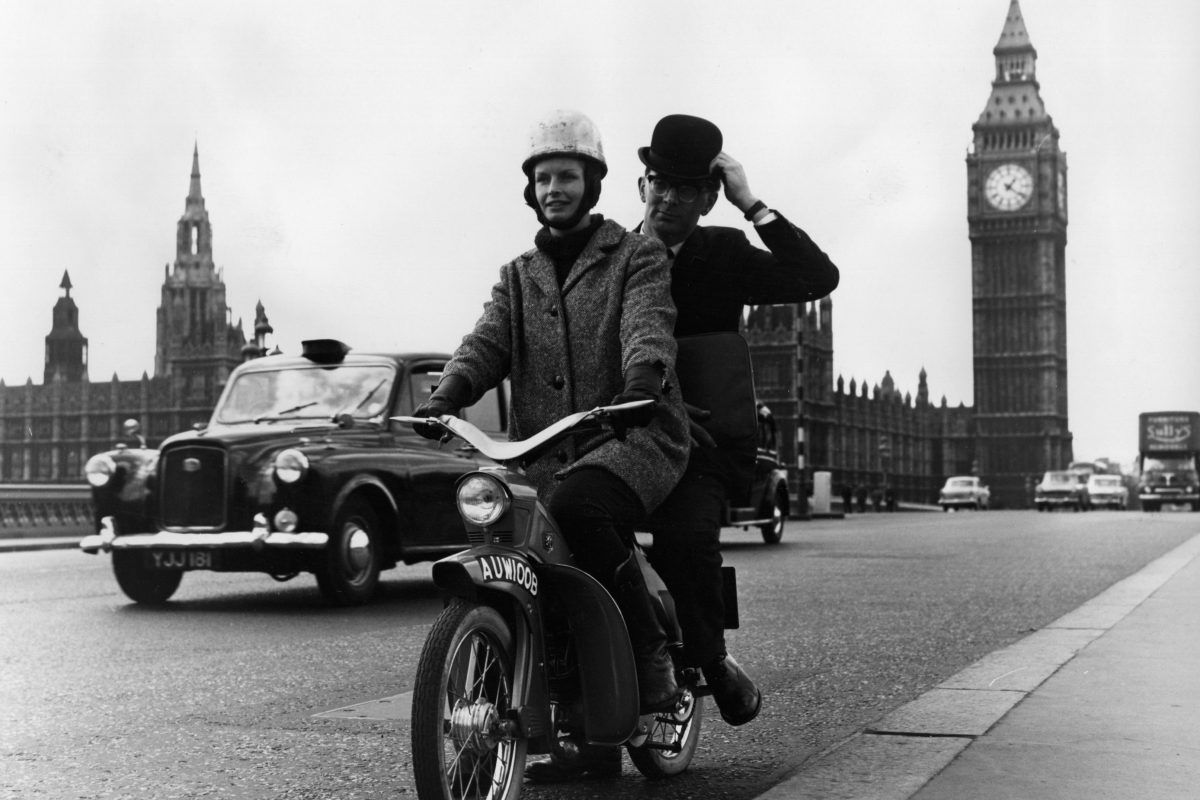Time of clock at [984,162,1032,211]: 1:21
